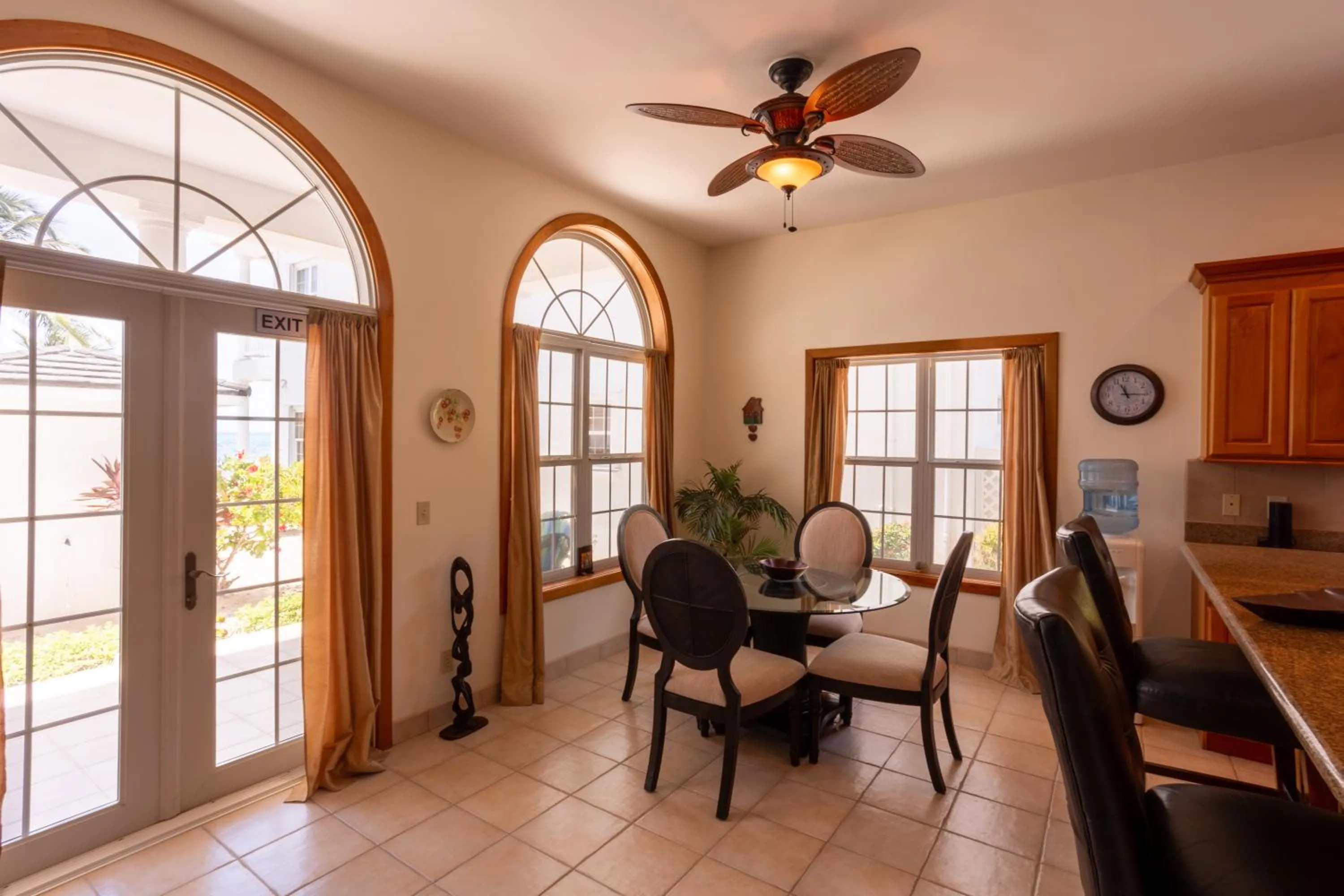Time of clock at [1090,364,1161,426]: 11:15
